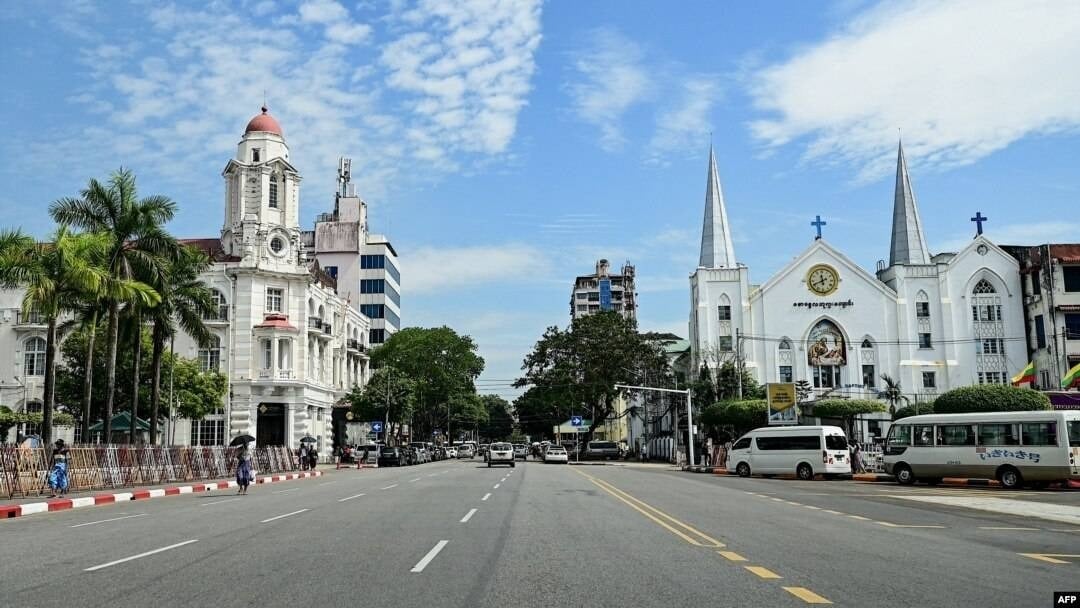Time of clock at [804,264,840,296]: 11:41
